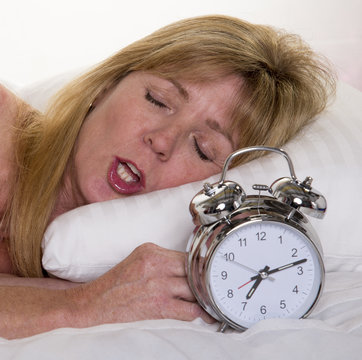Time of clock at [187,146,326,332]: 7:12
